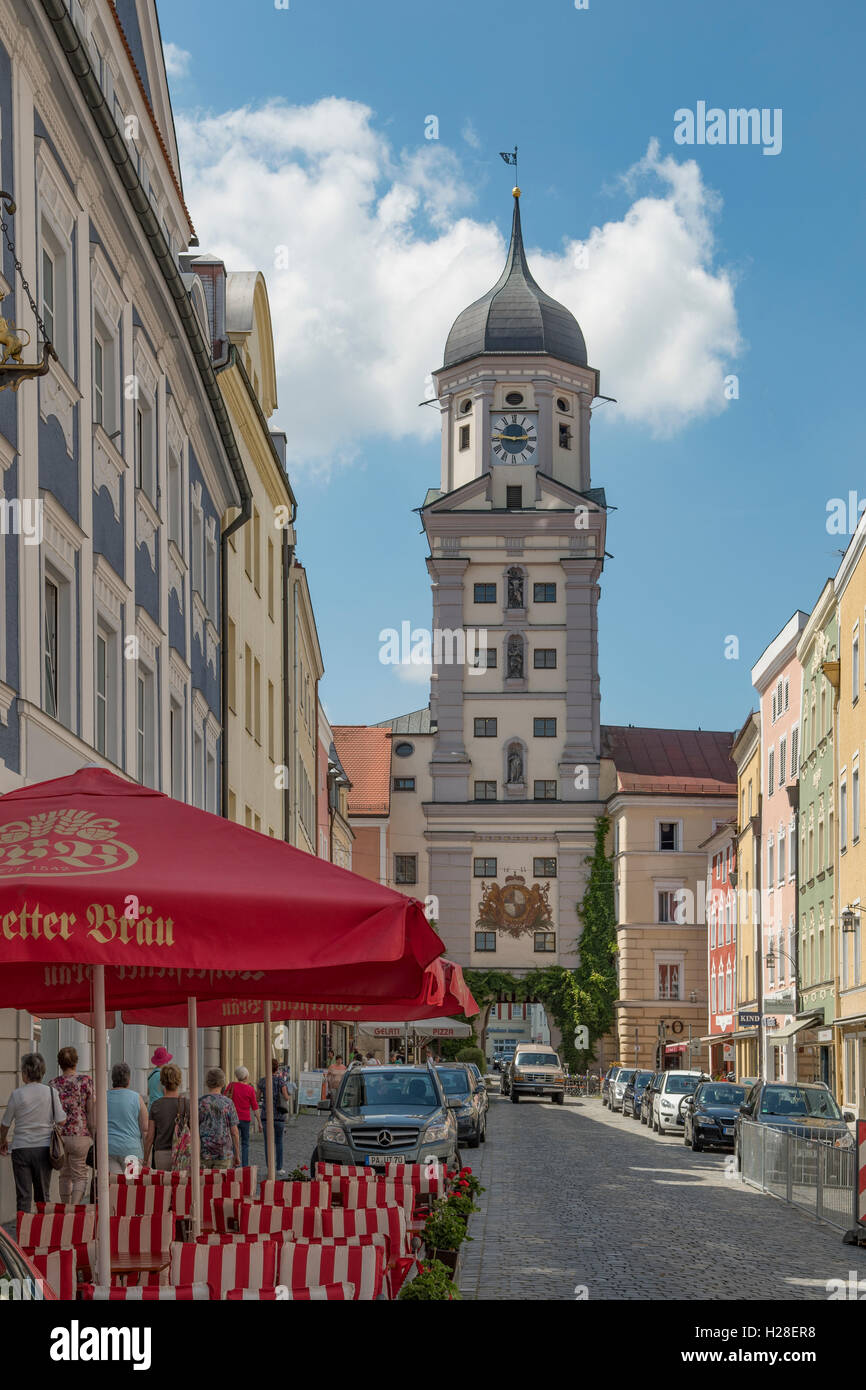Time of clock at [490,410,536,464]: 2:46
